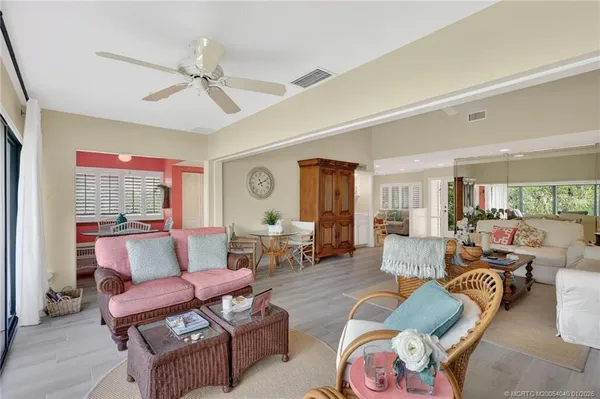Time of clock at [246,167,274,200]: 11:10
